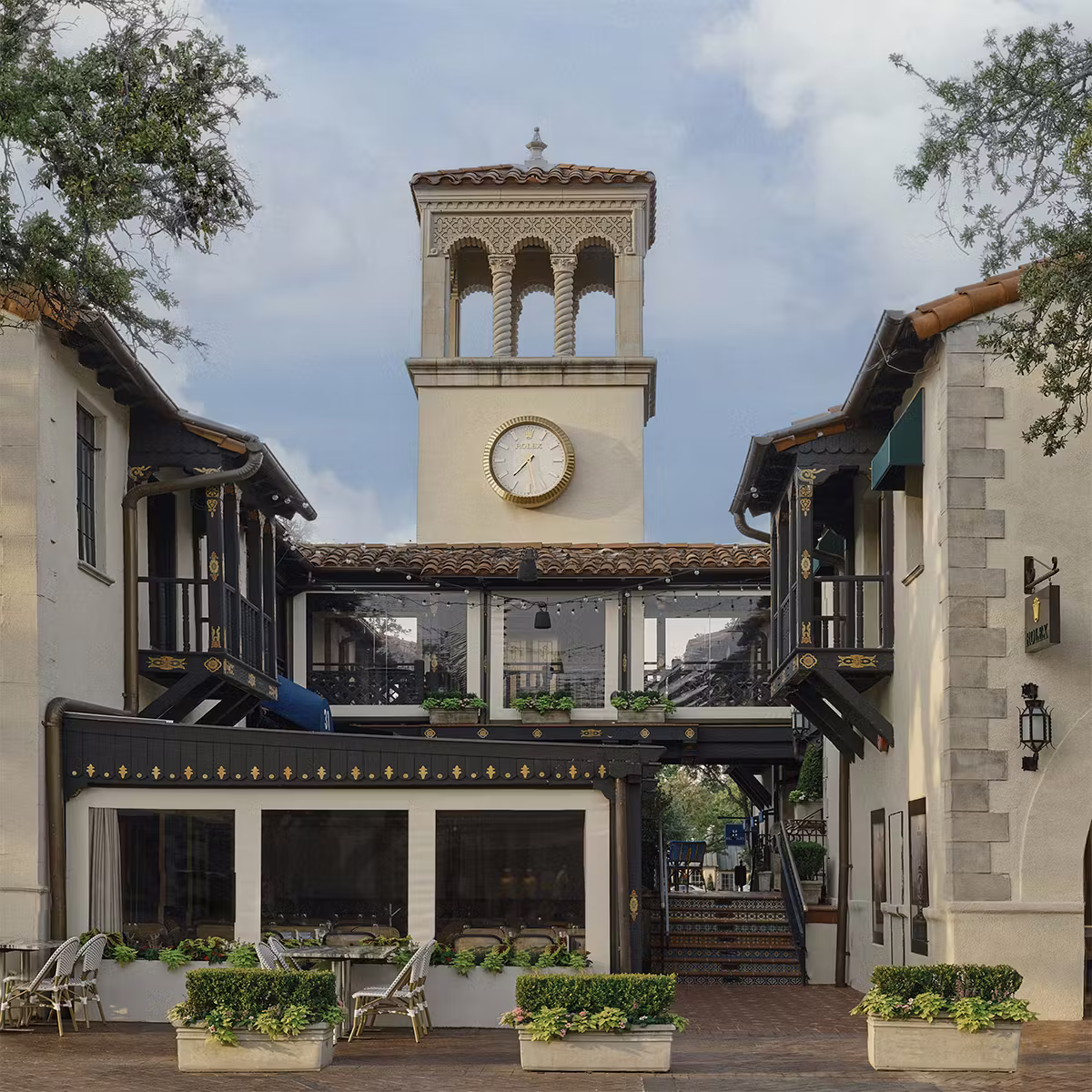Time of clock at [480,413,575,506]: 7:28
